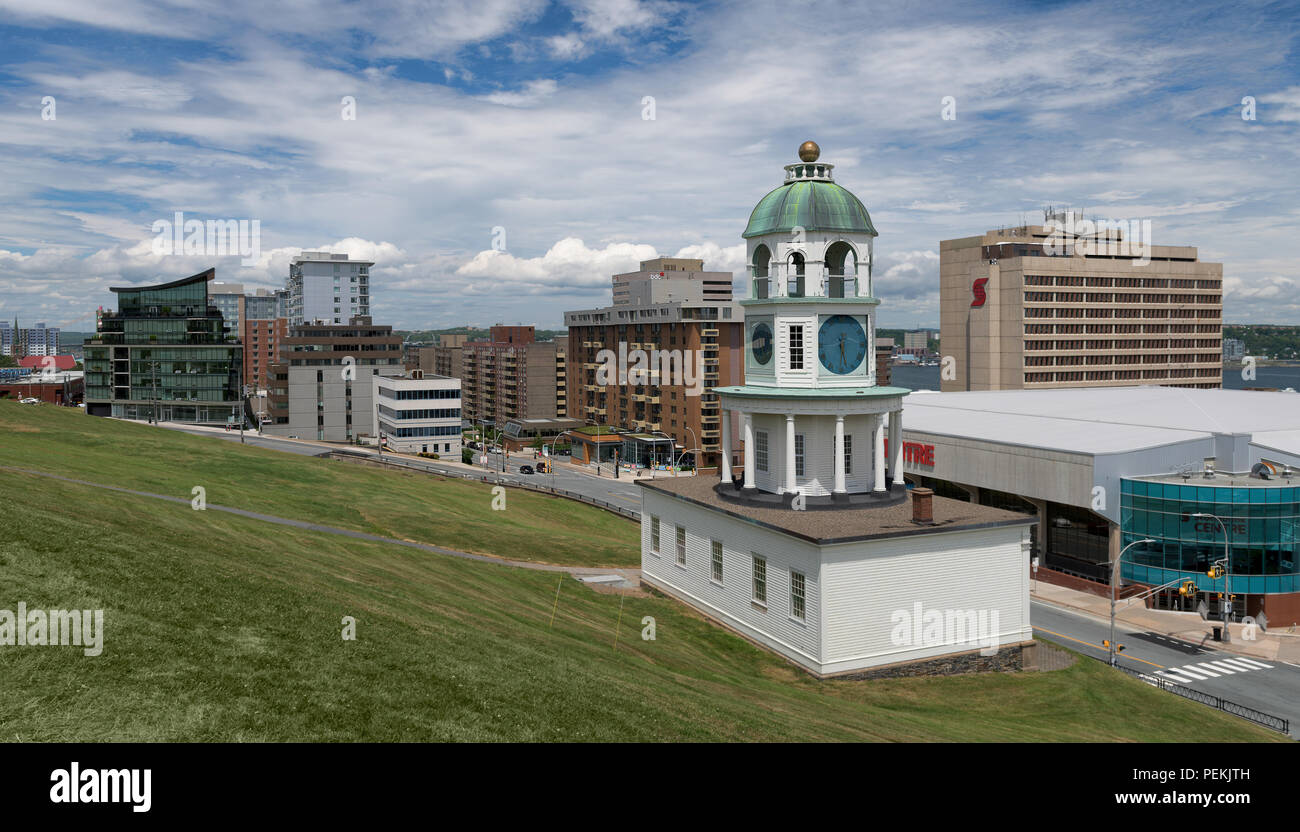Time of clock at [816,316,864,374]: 5:30
